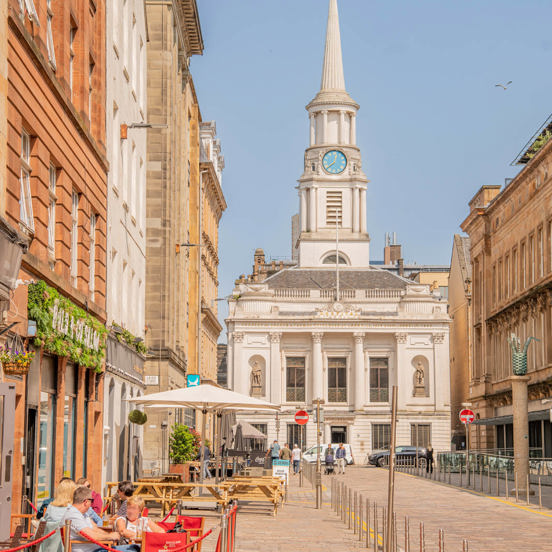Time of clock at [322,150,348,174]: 12:38
